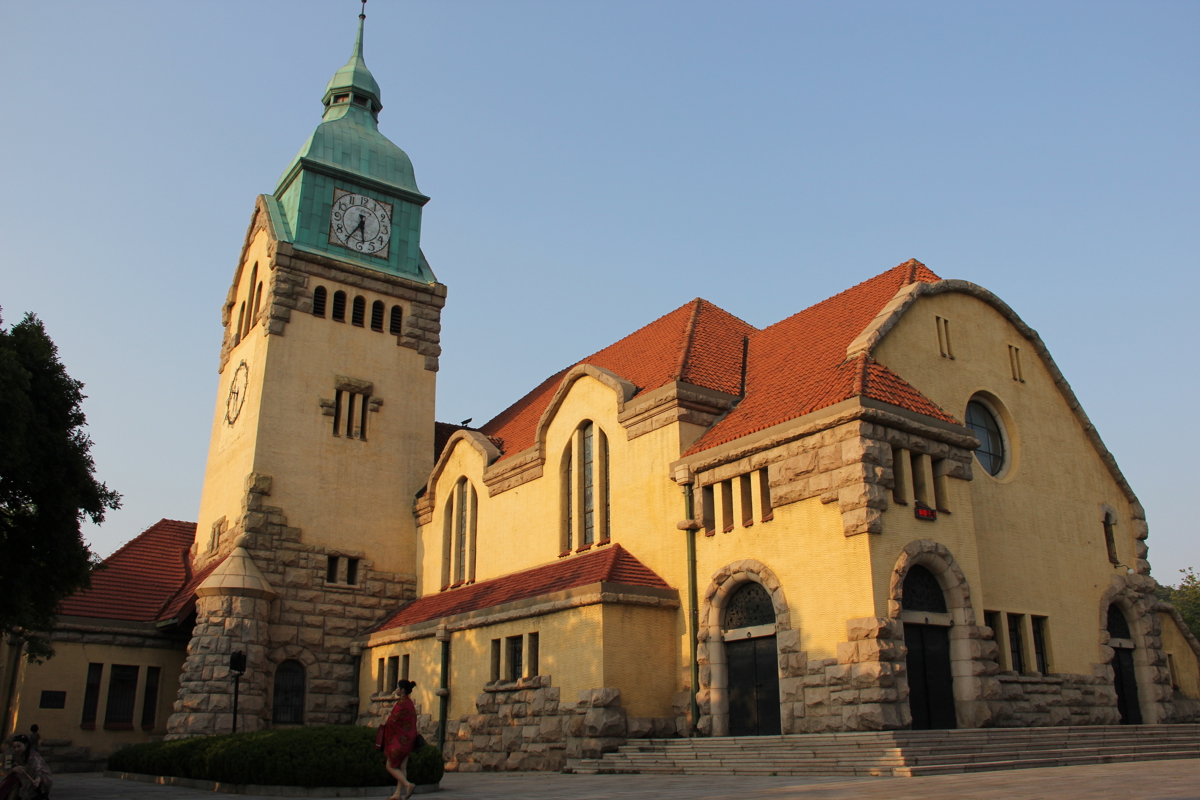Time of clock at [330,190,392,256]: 5:35
